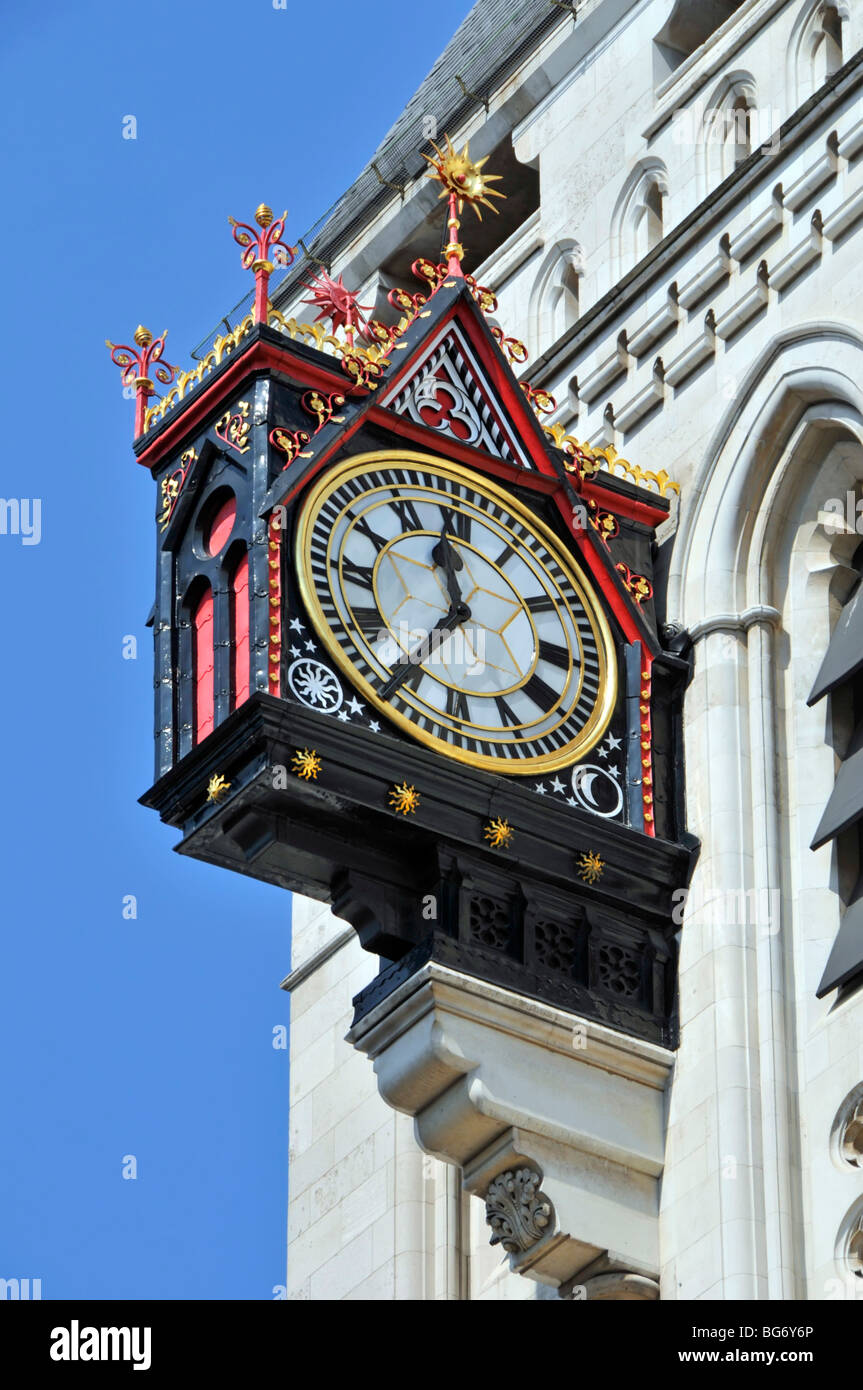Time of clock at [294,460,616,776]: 11:35
